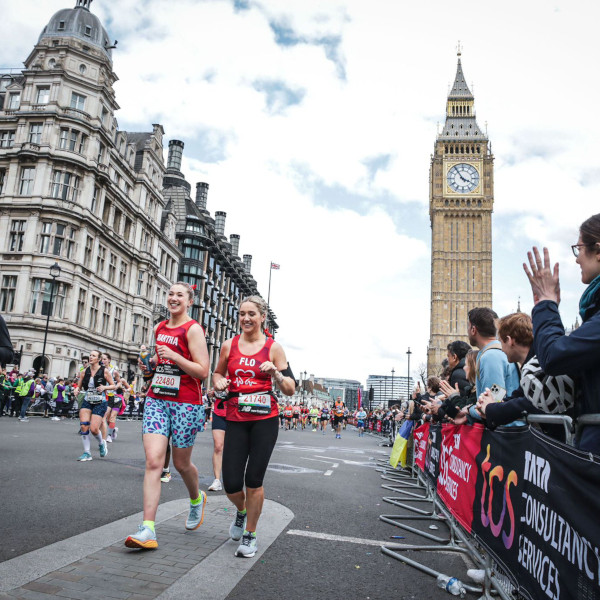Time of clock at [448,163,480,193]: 3:54
